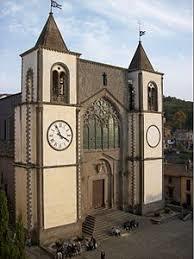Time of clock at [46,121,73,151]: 3:55
